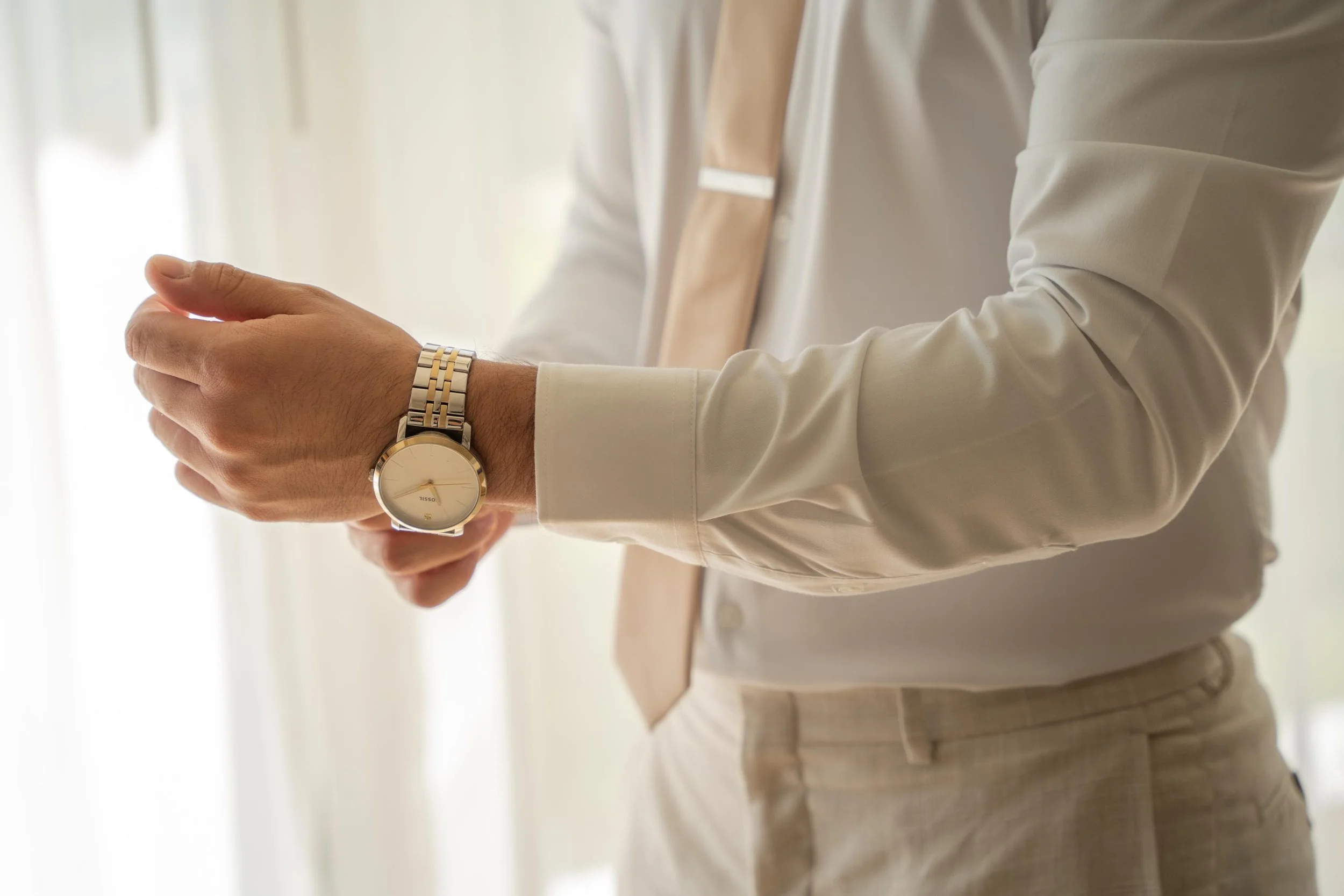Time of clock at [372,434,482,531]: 4:40
